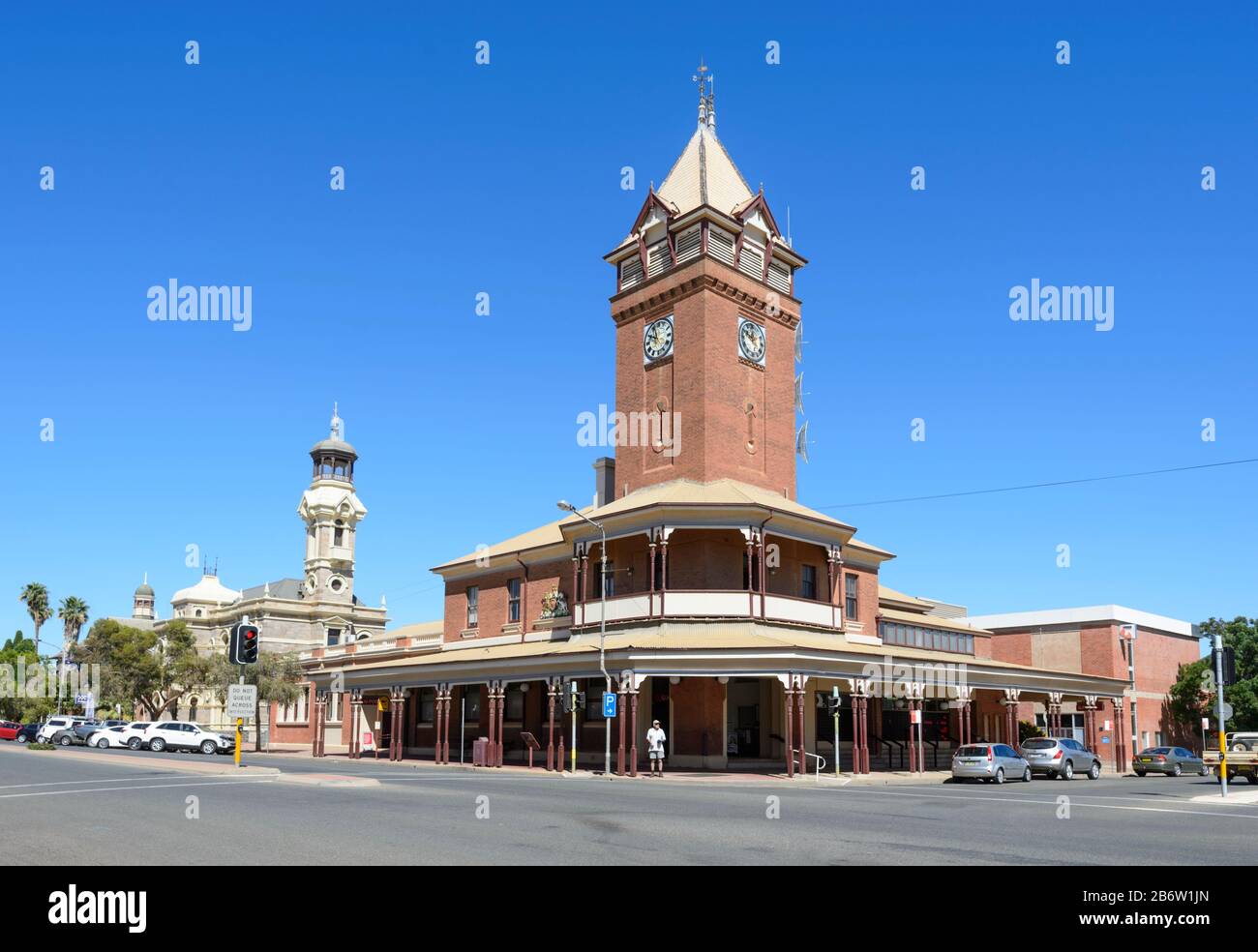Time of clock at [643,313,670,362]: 9:57
